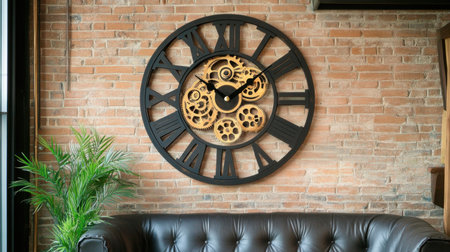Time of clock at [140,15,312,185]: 1:50
